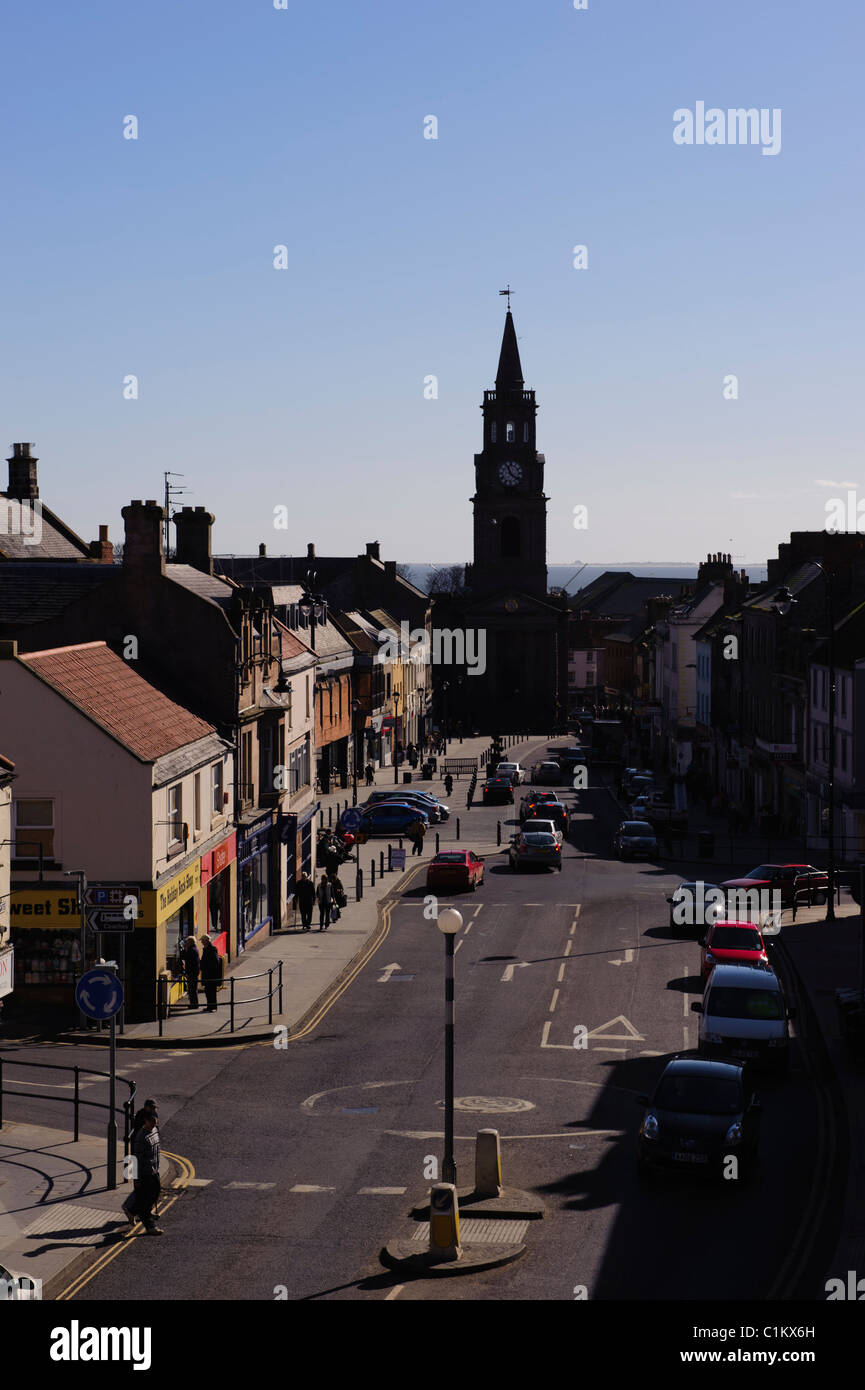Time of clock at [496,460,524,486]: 11:21
